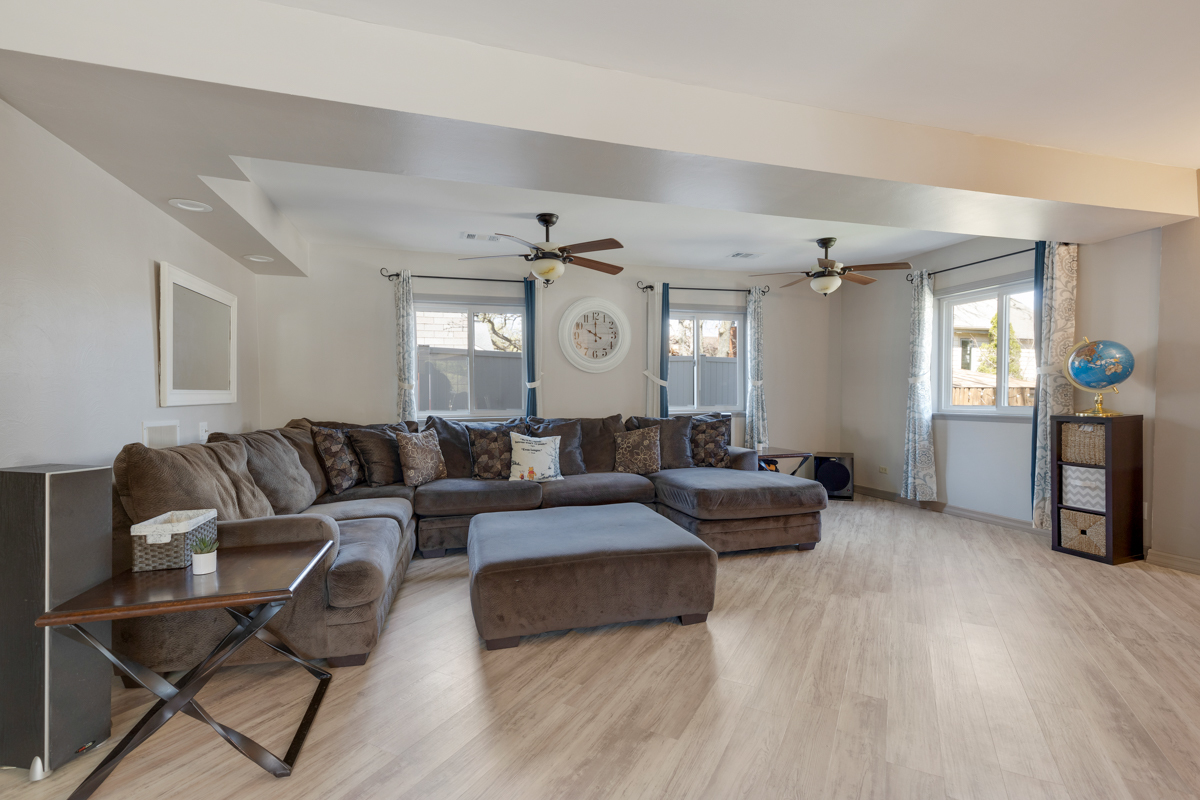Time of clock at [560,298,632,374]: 10:00
